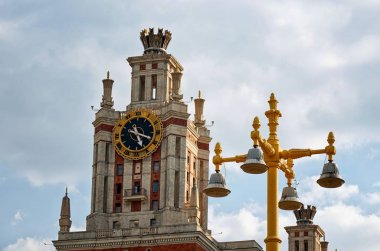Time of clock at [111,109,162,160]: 5:18
